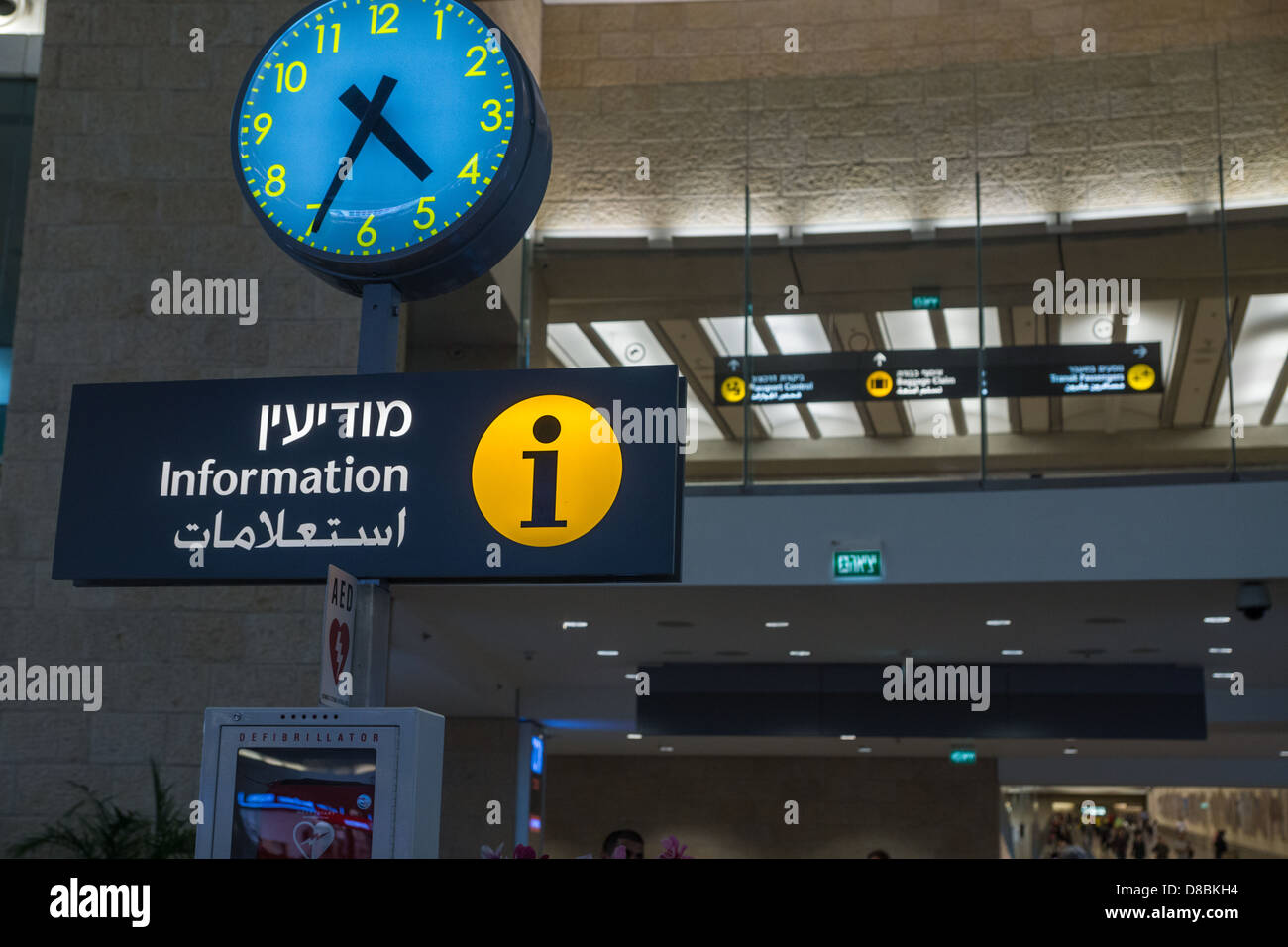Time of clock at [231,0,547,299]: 4:34
